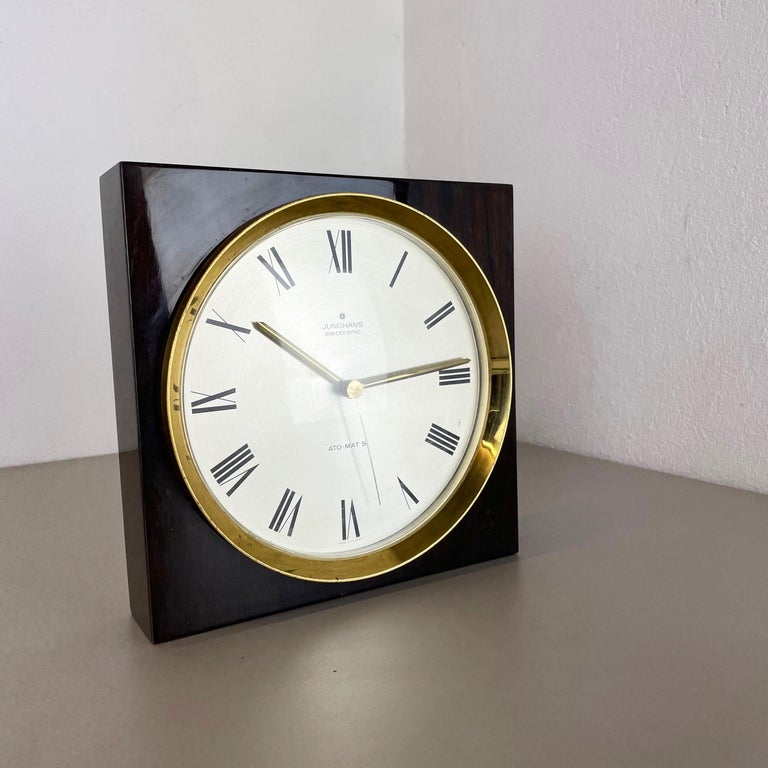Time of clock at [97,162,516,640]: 10:13
